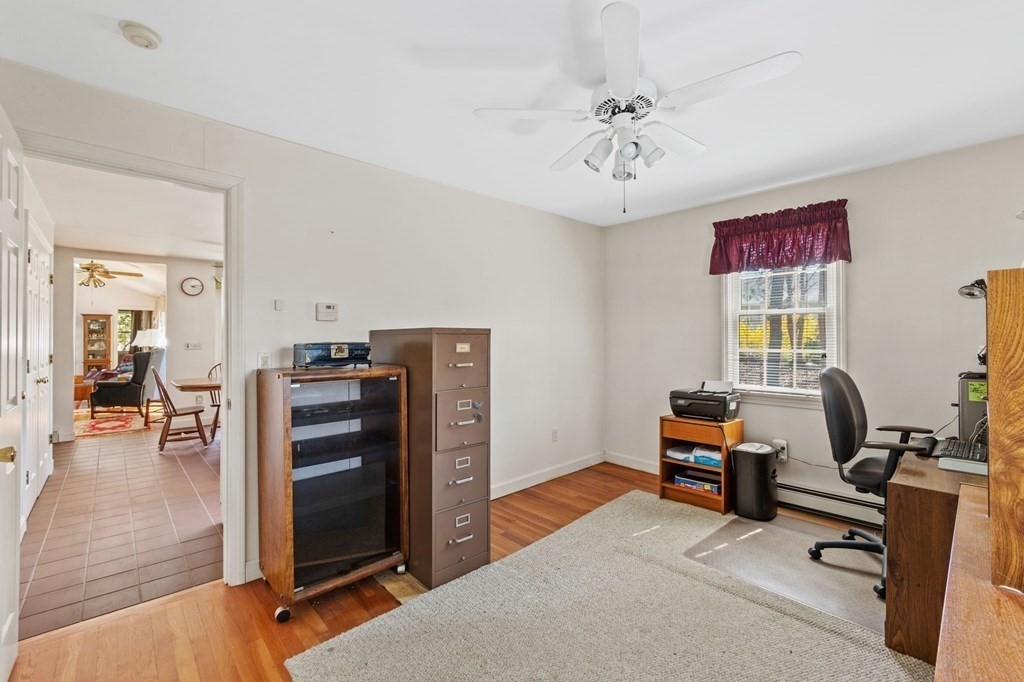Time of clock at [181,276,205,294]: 4:13
